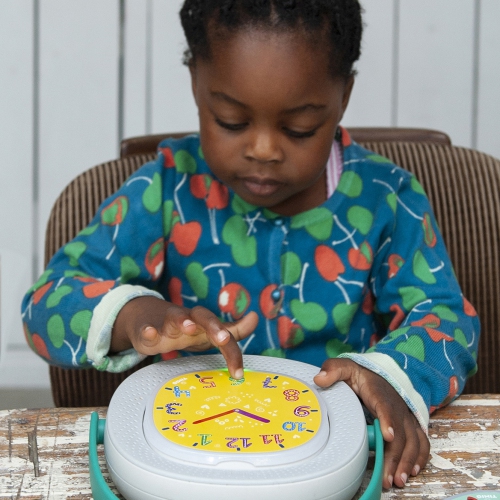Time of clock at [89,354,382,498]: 3:40
